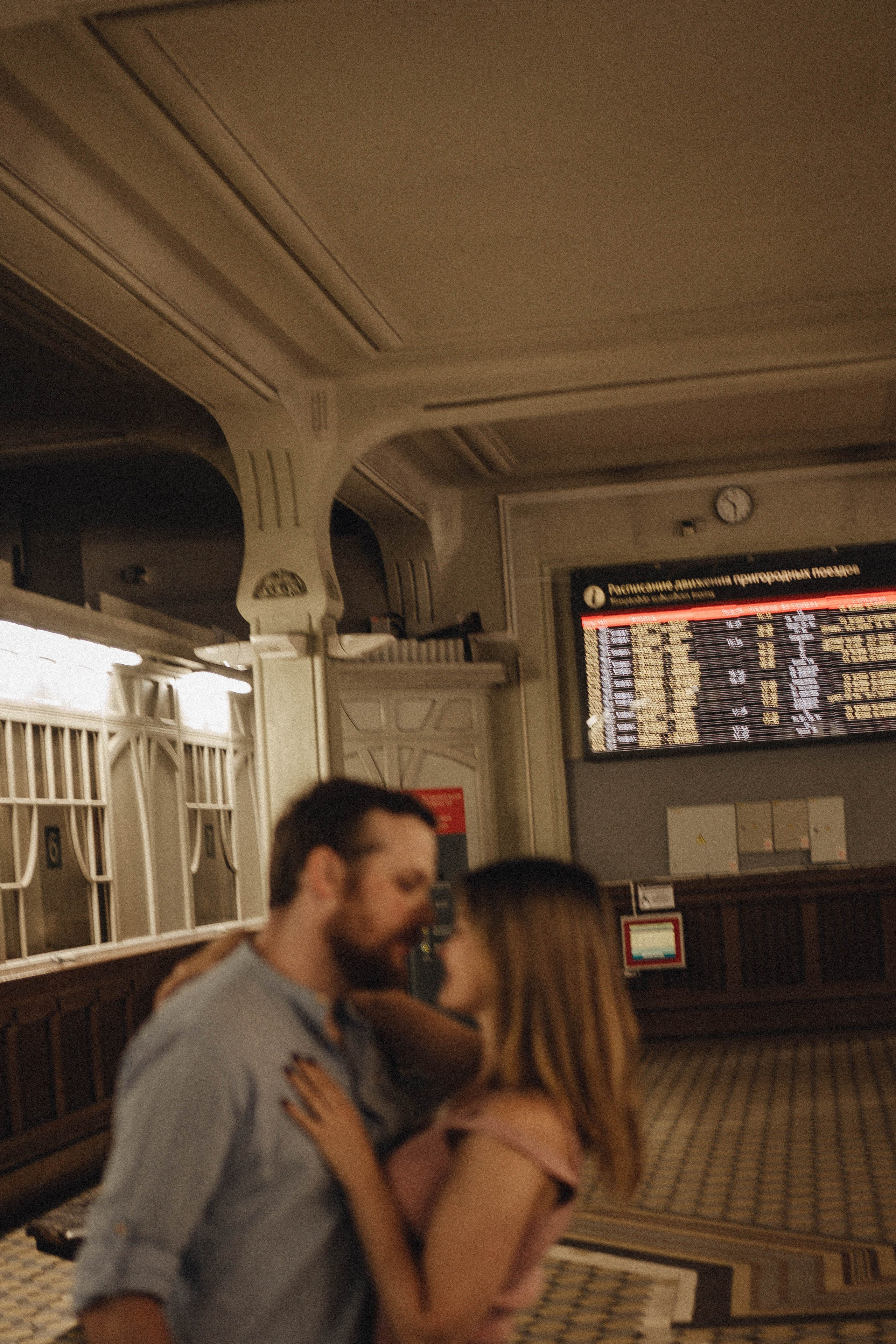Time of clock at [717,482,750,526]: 5:52
